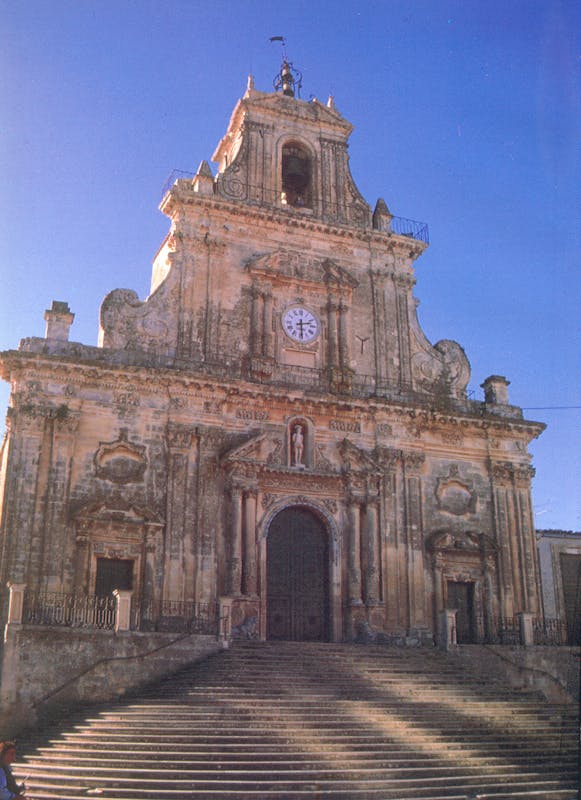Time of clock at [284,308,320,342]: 2:29
